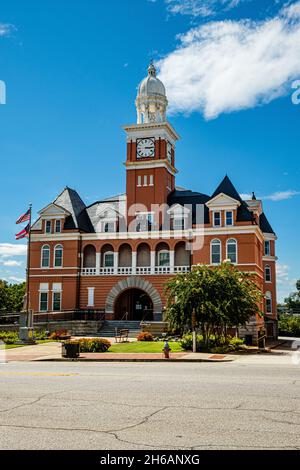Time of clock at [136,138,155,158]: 3:14
